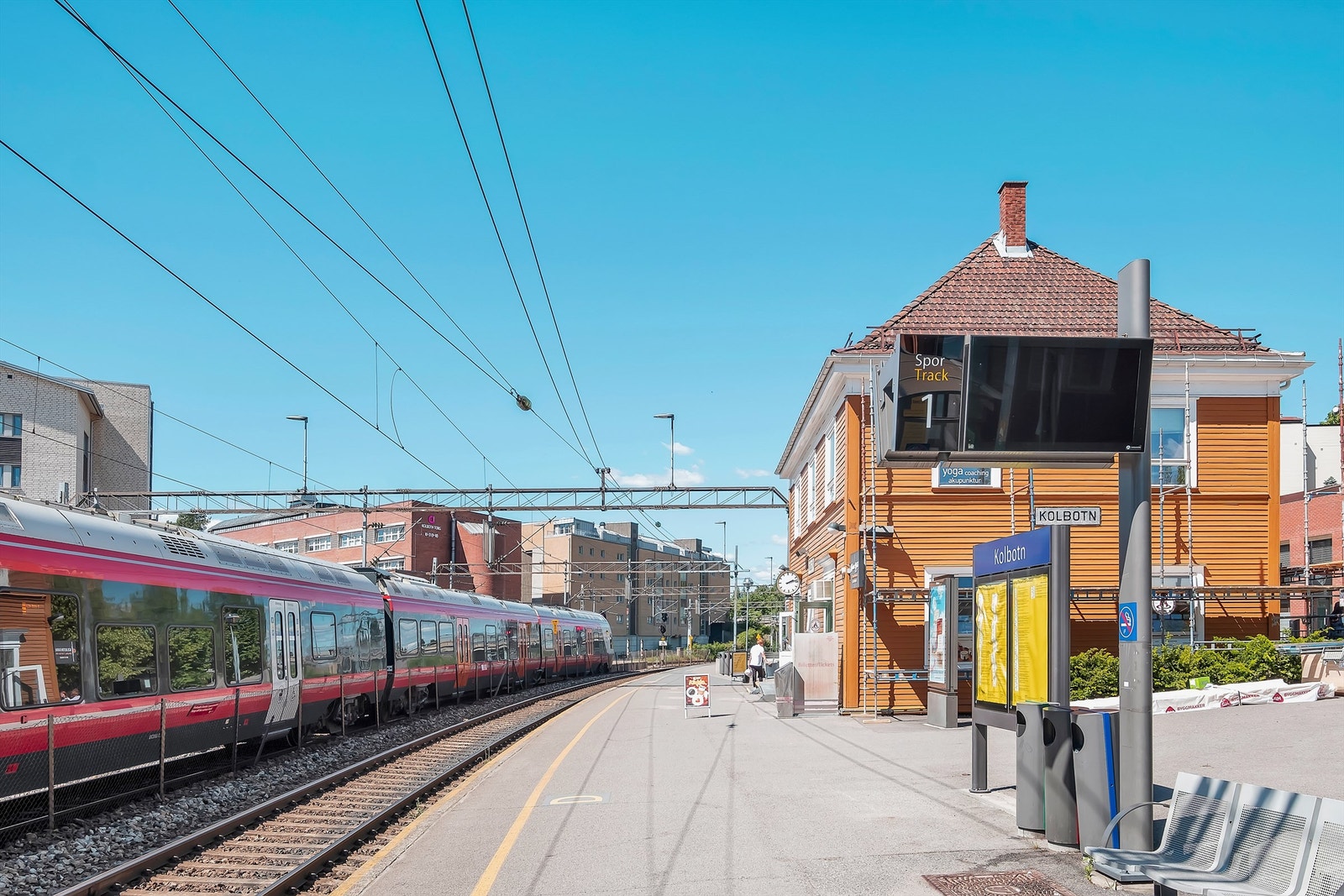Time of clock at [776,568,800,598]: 2:12
